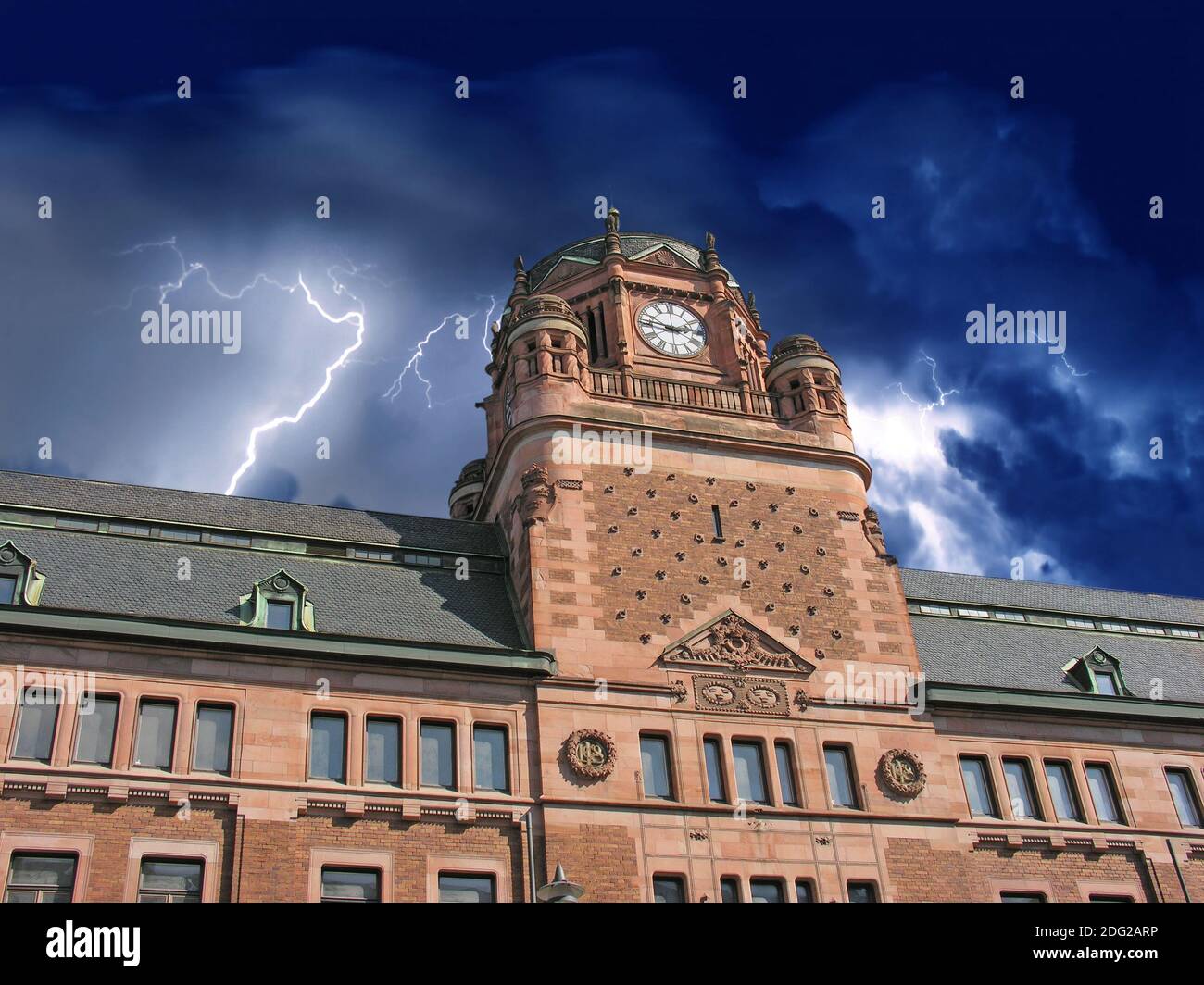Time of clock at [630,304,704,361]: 2:46
